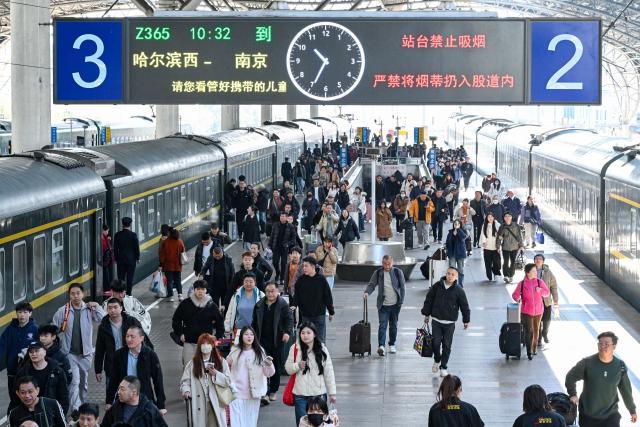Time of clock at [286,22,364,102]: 10:34
